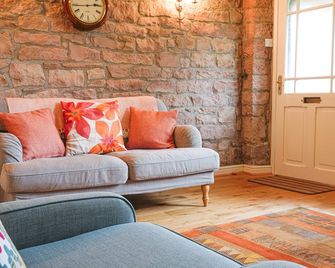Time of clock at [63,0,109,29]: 2:44
